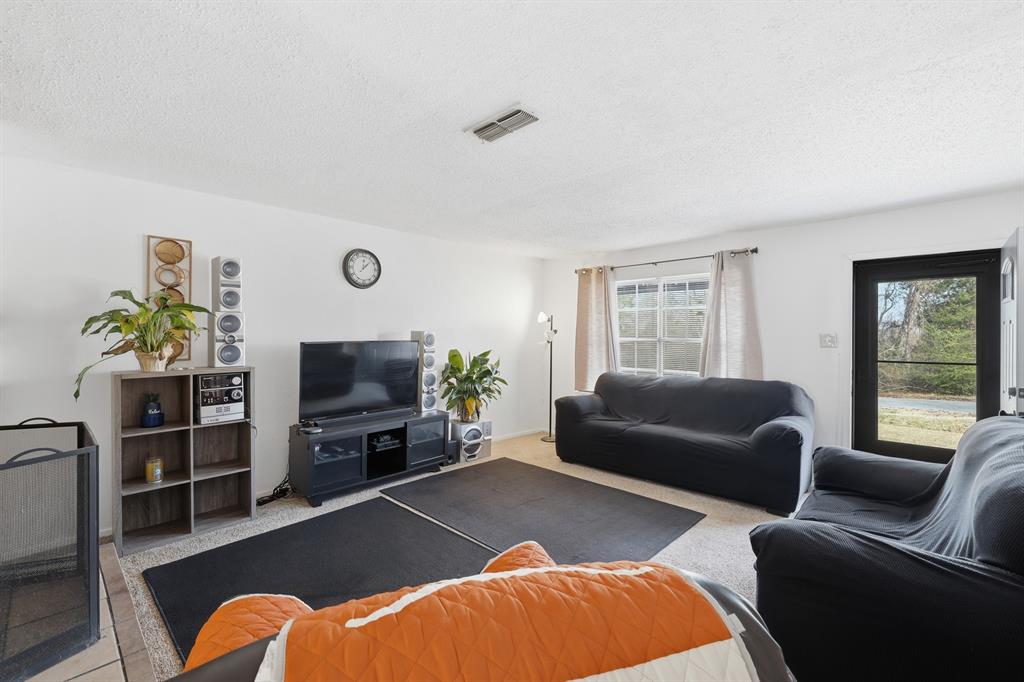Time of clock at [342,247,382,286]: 12:07
